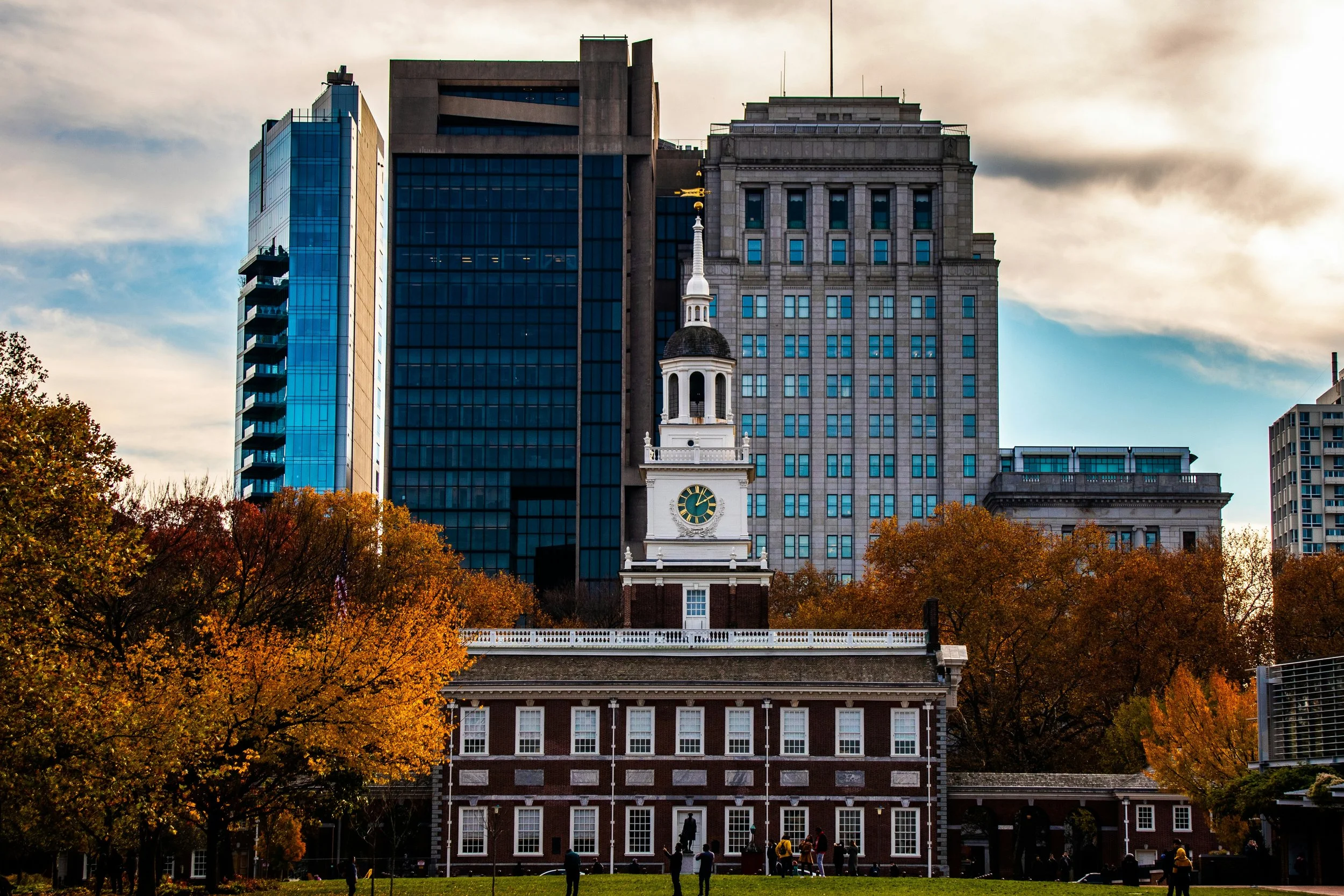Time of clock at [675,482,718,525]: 2:03
